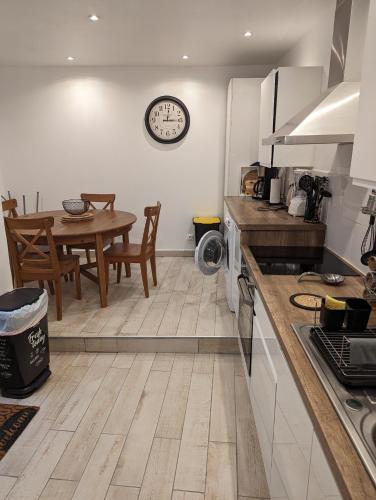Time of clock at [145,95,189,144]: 3:01
